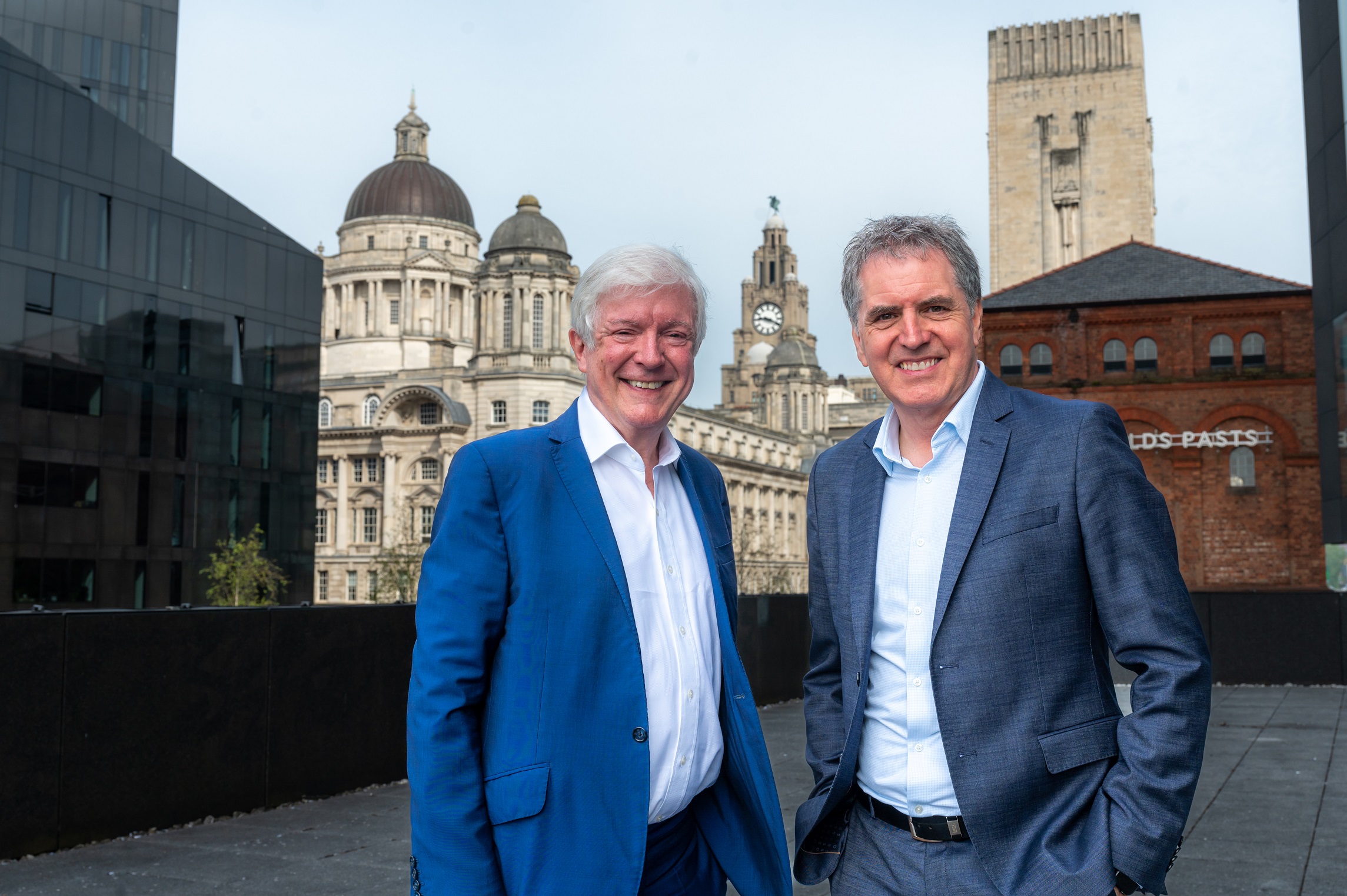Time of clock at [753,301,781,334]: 9:19
